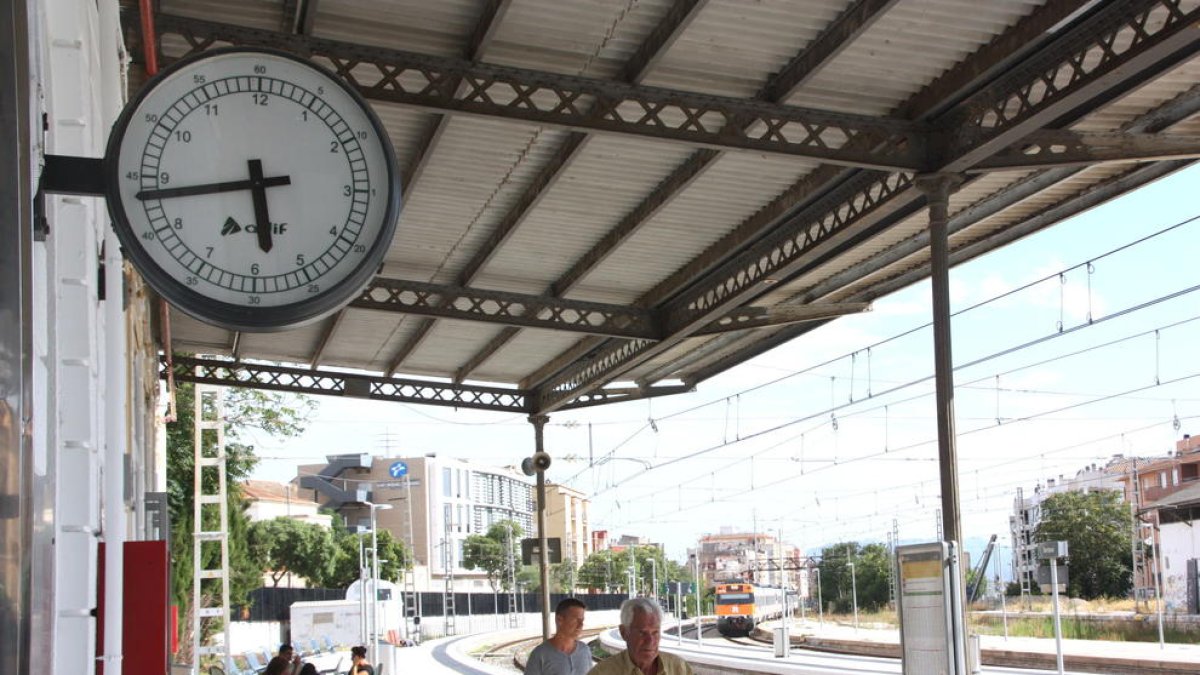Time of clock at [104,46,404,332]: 5:43
